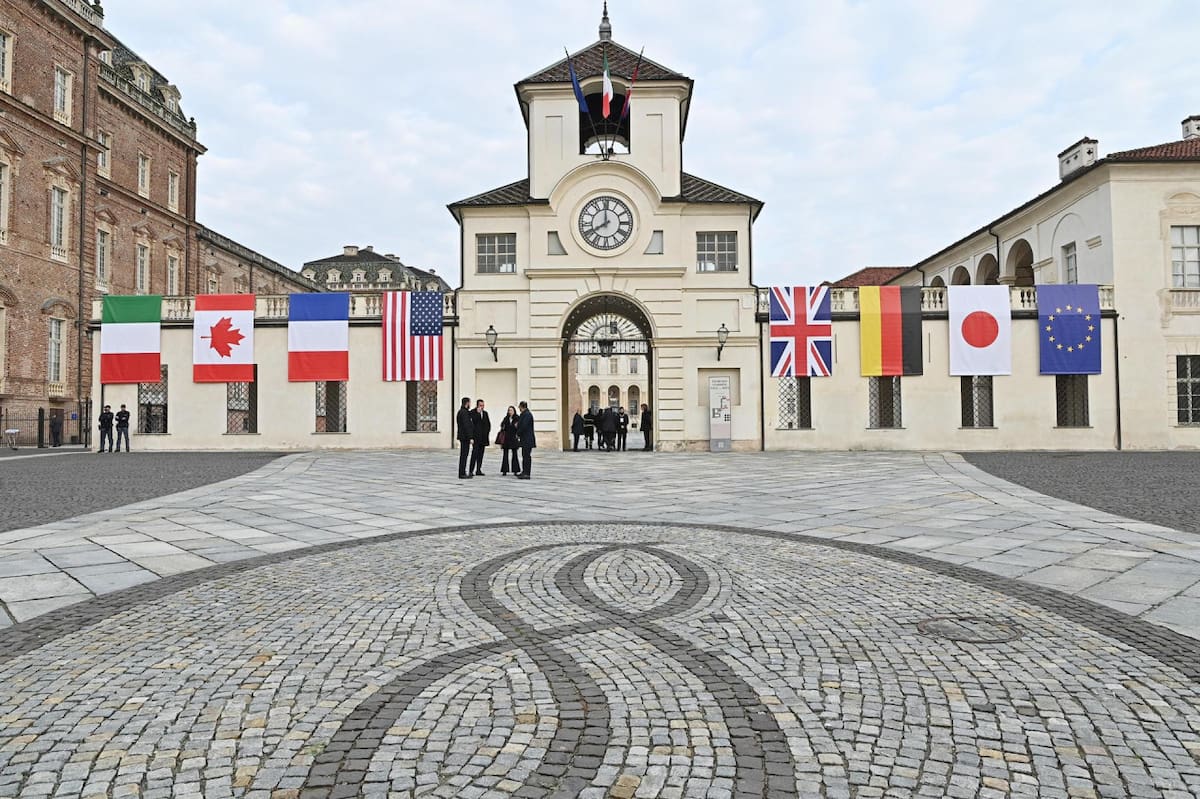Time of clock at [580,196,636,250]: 7:59
